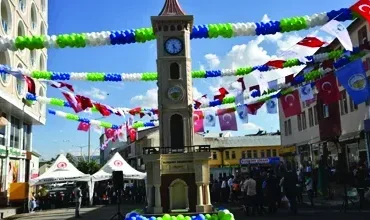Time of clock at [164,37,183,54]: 4:29
